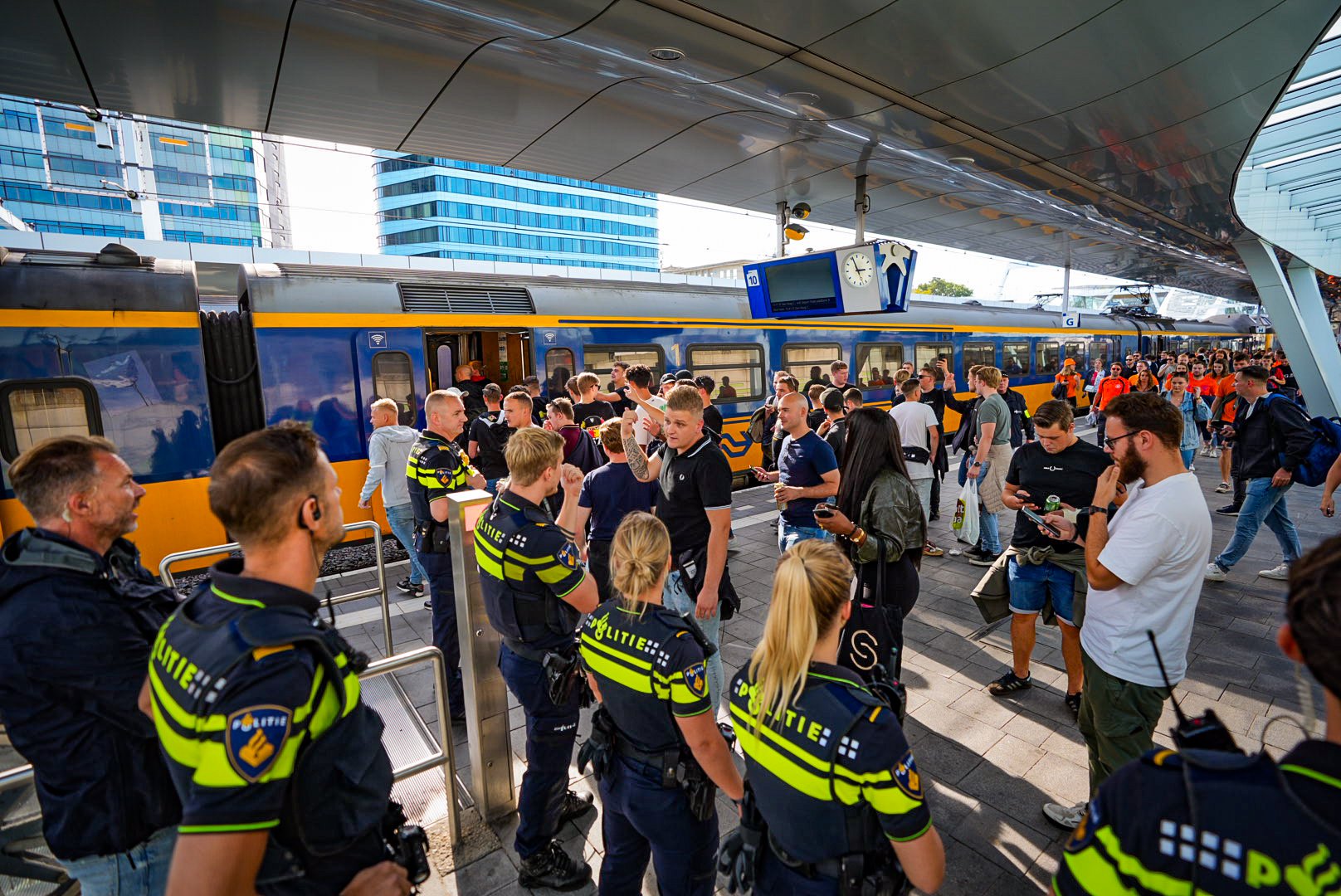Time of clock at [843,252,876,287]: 2:56
